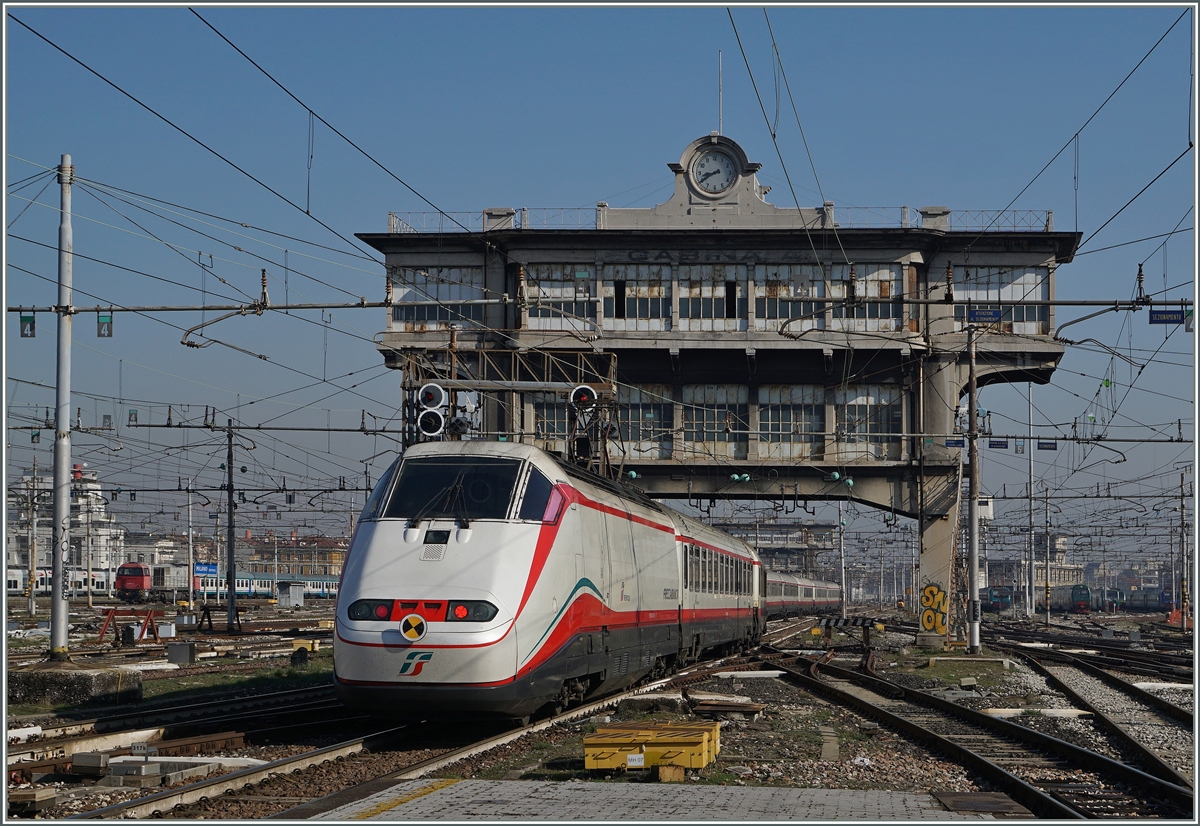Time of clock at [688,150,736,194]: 8:40
